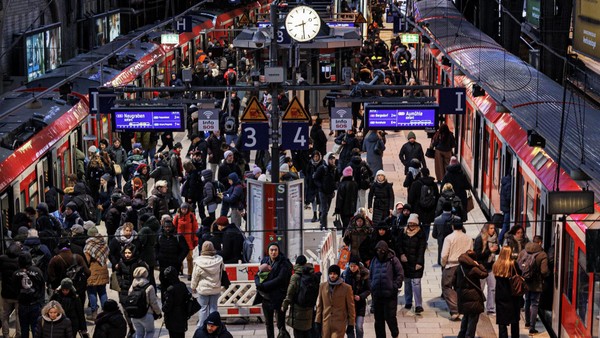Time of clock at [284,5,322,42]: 8:28
